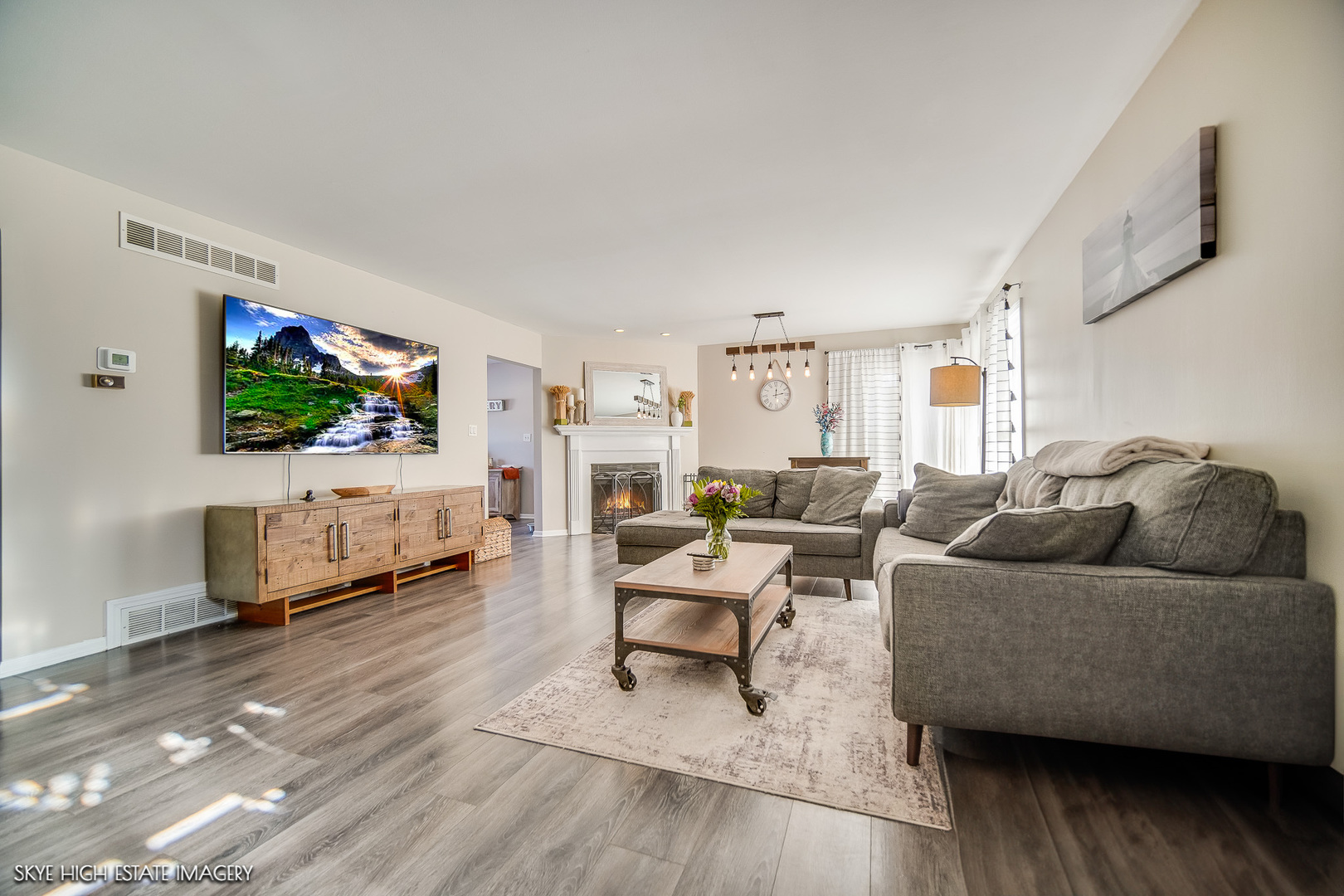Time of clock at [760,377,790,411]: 12:13
